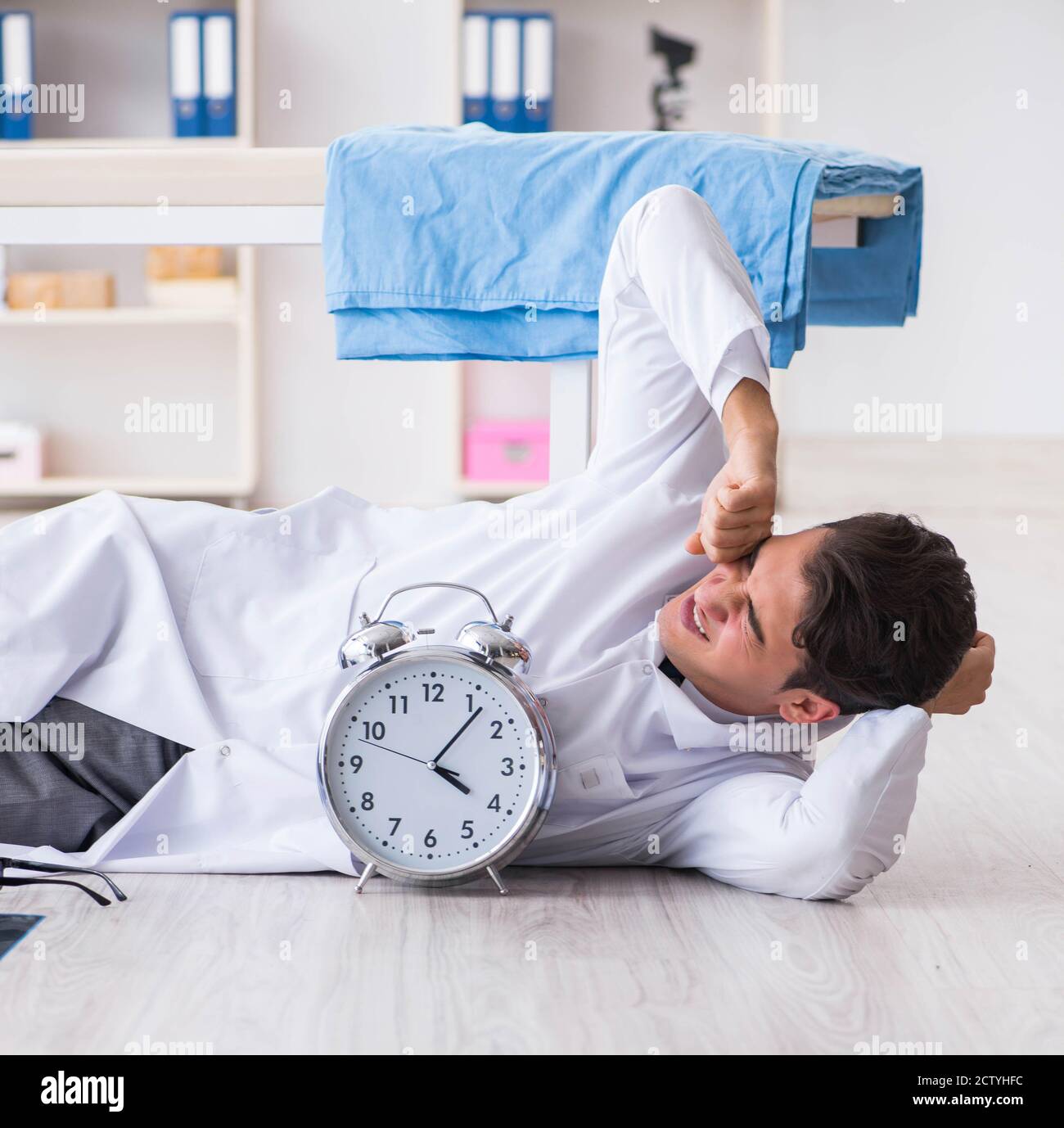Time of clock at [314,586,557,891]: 4:06
